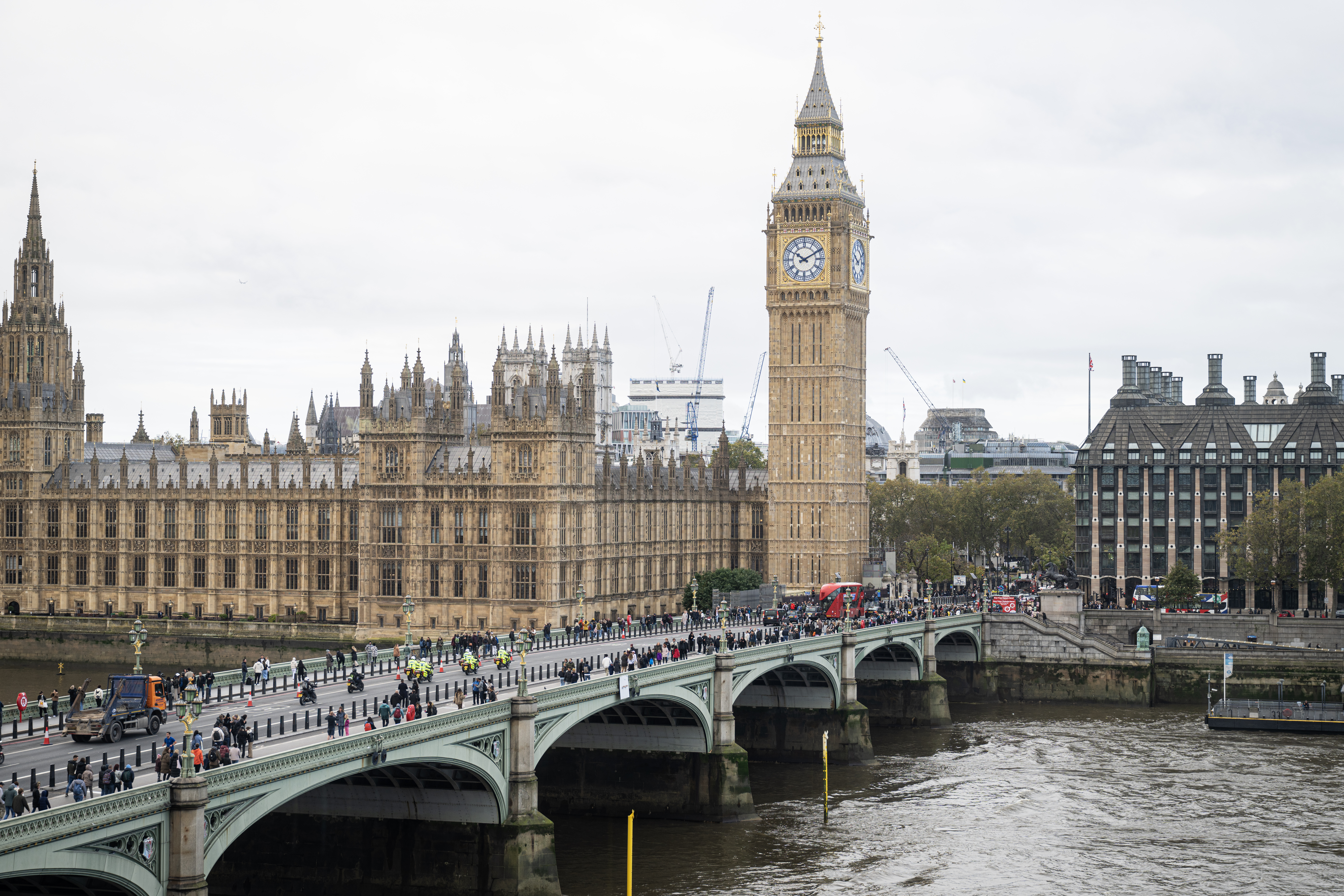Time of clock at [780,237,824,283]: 10:10
